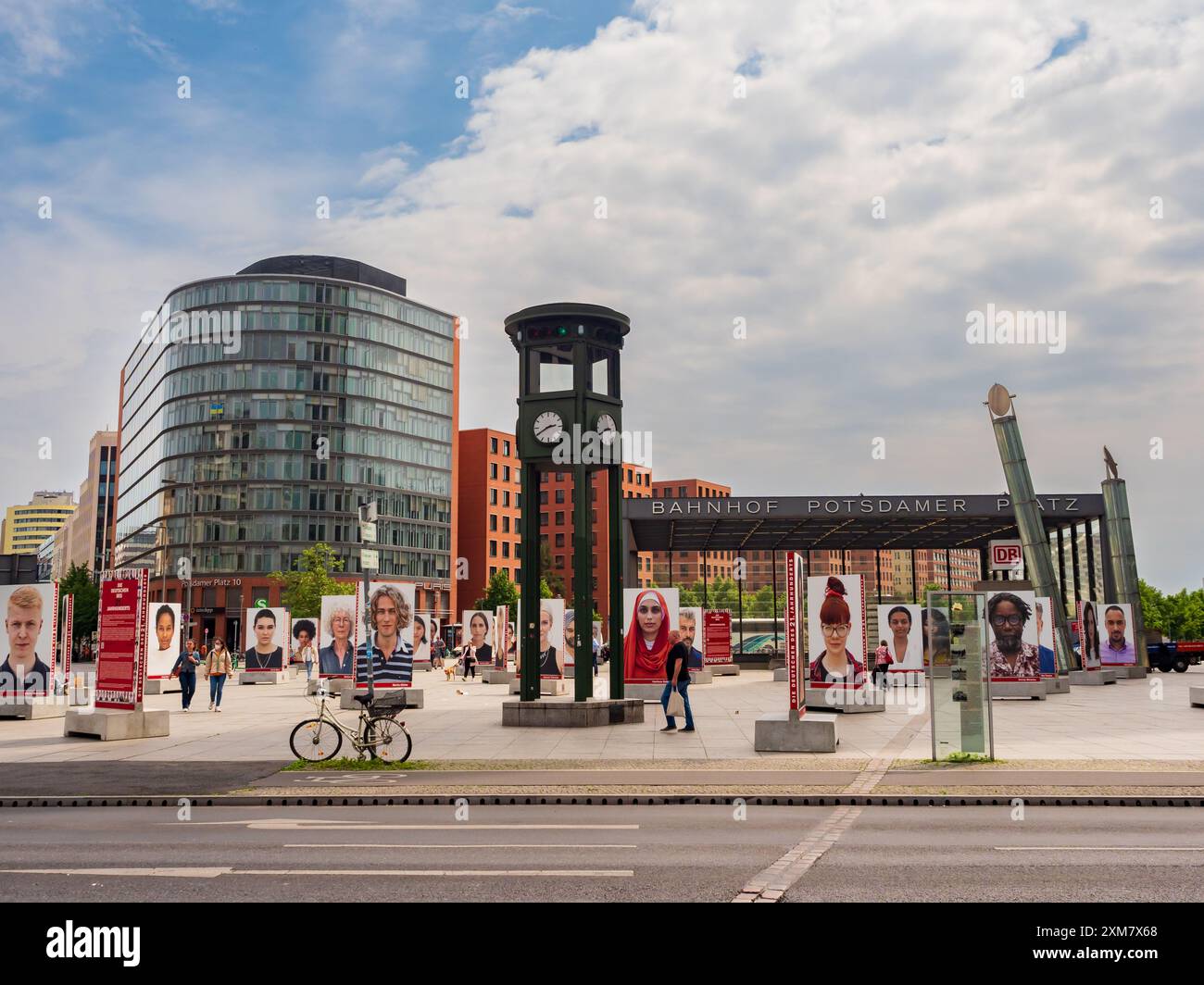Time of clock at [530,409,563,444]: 2:40
